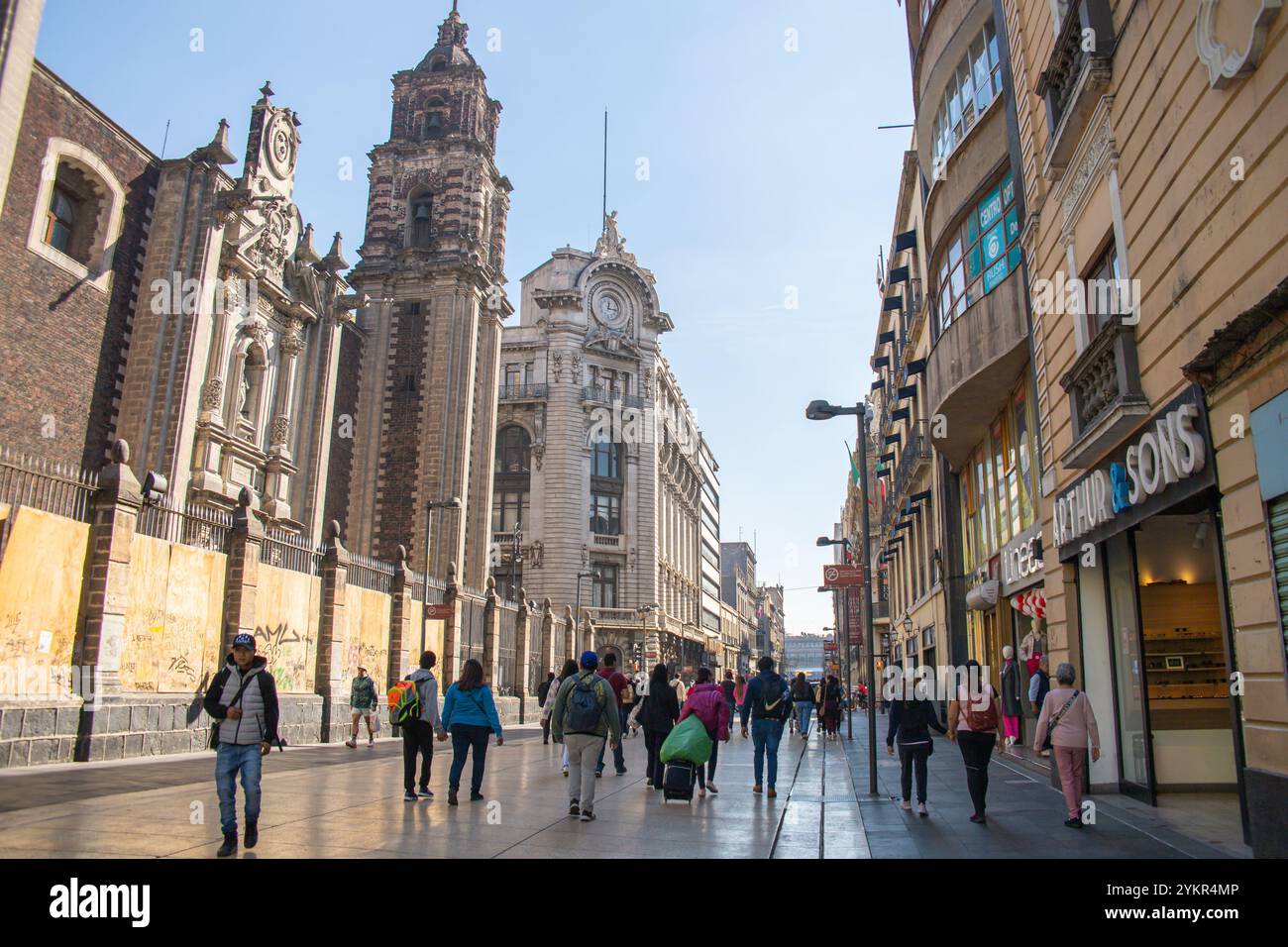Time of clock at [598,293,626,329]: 12:16
